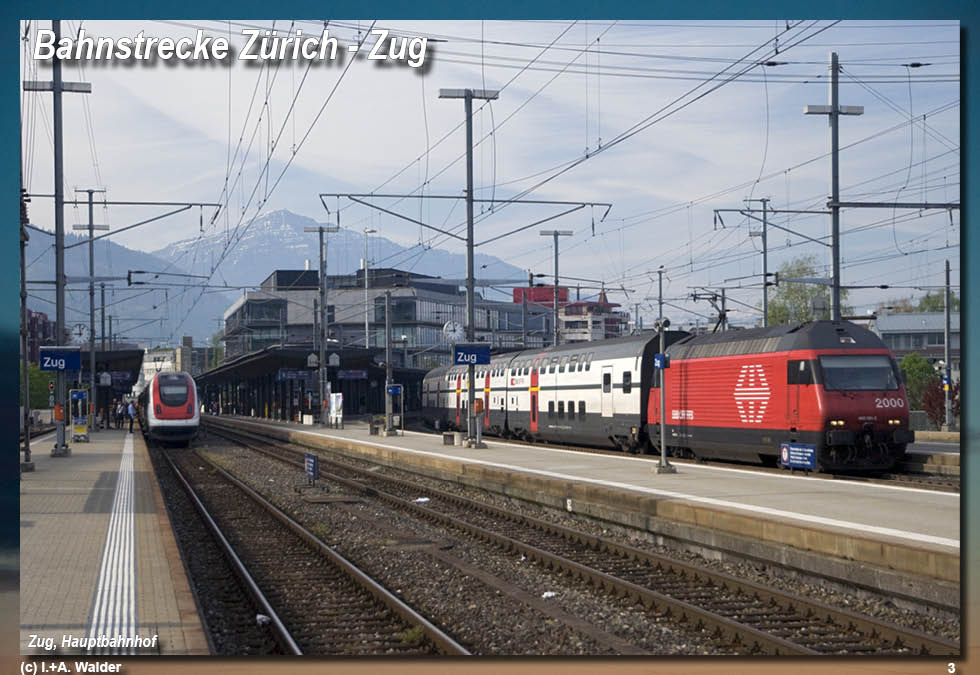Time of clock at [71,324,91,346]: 8:59
